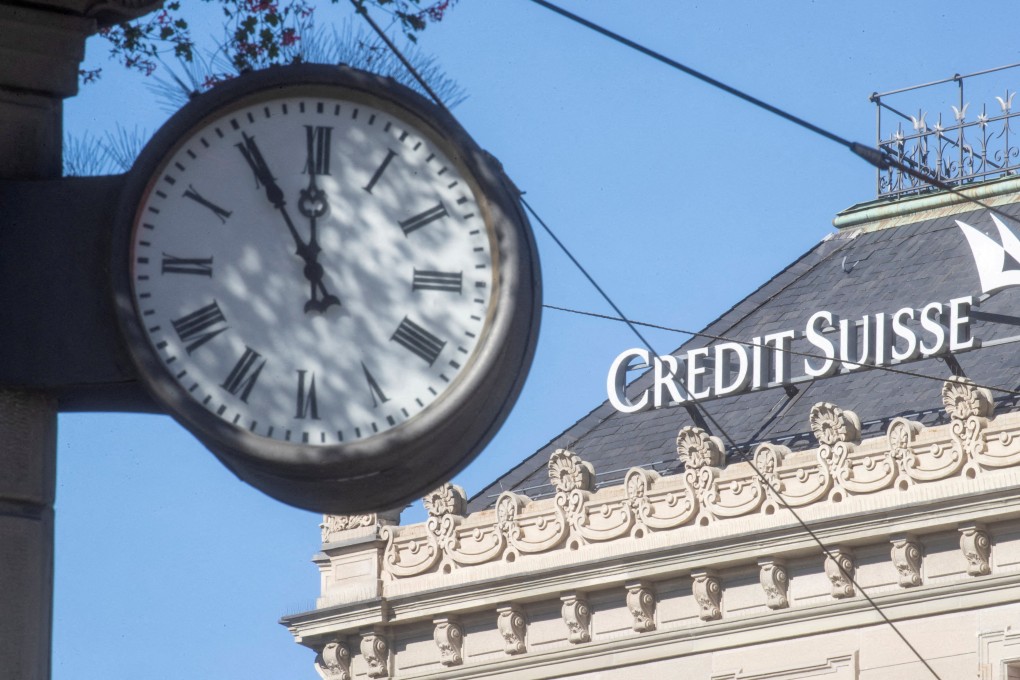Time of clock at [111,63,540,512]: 11:55
